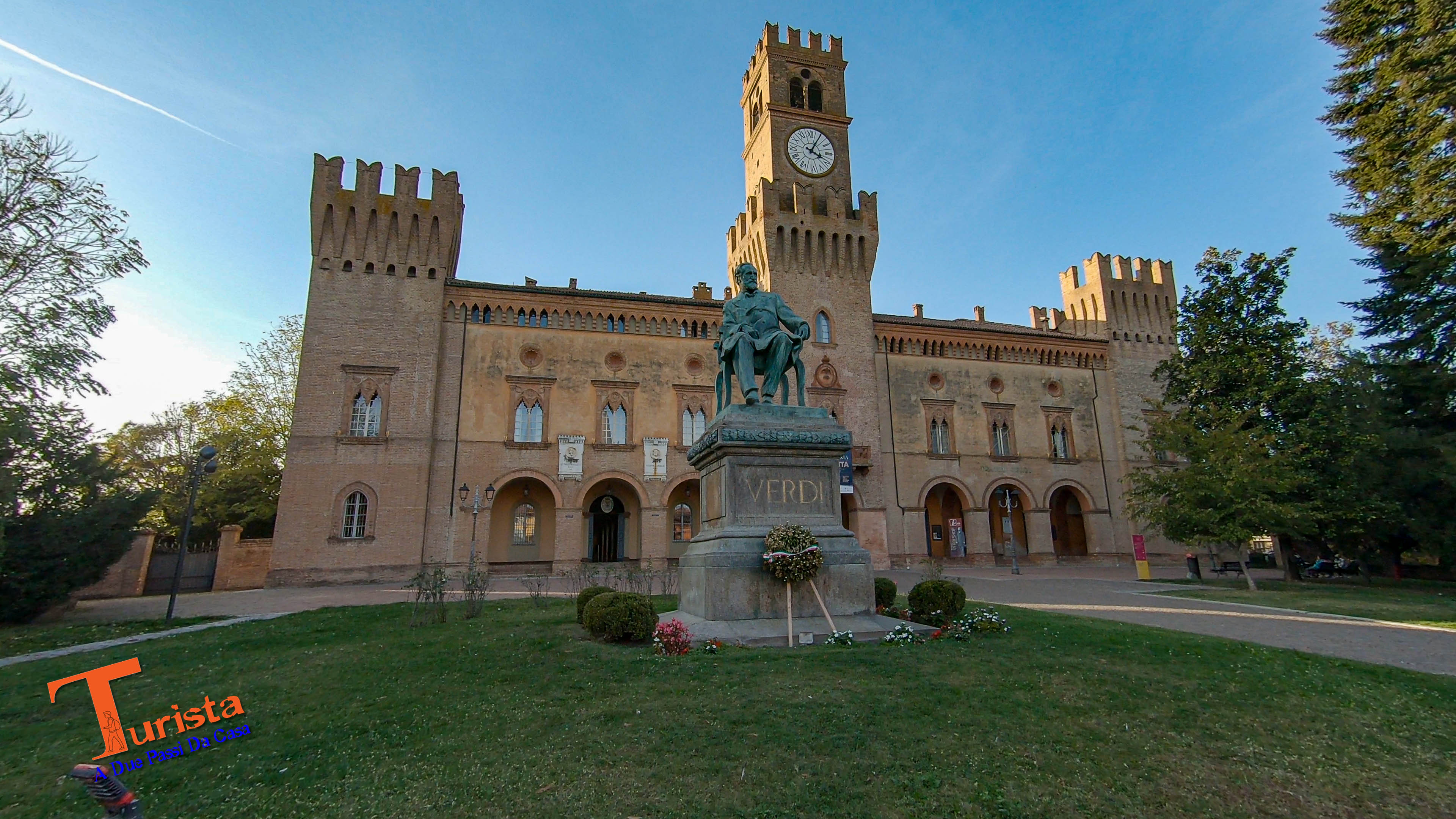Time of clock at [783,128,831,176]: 4:04
